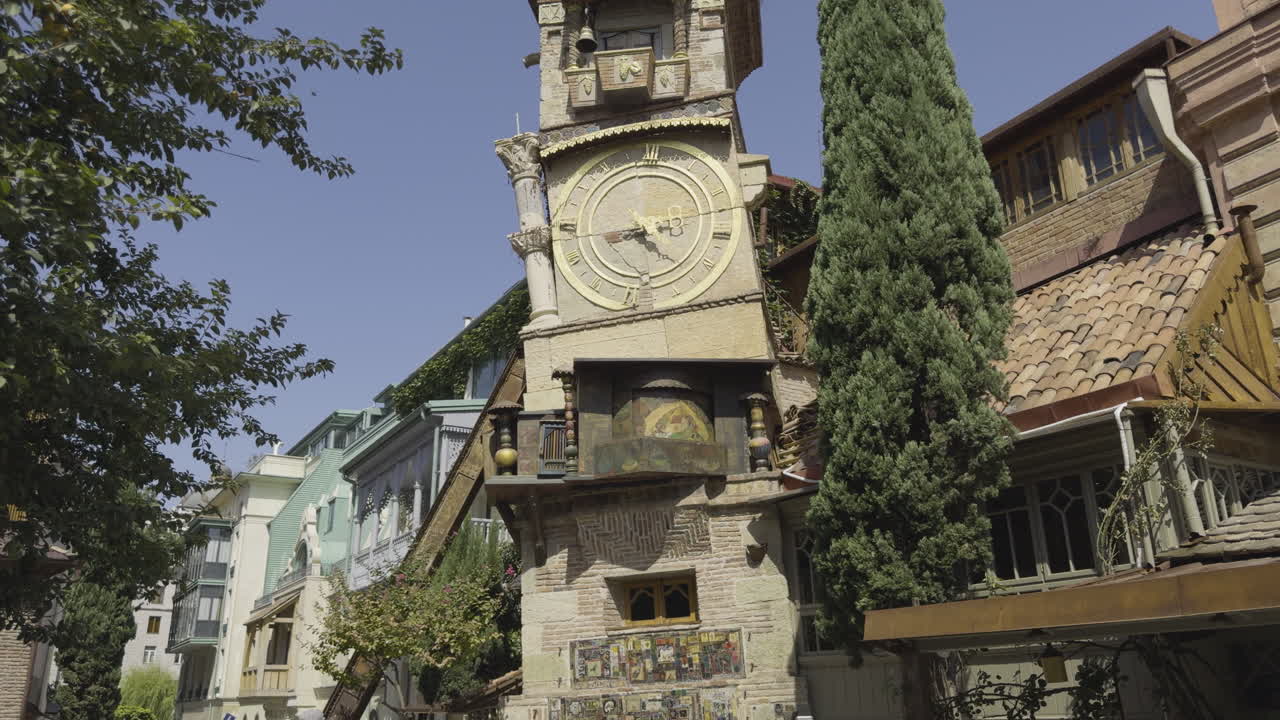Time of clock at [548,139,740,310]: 4:42
